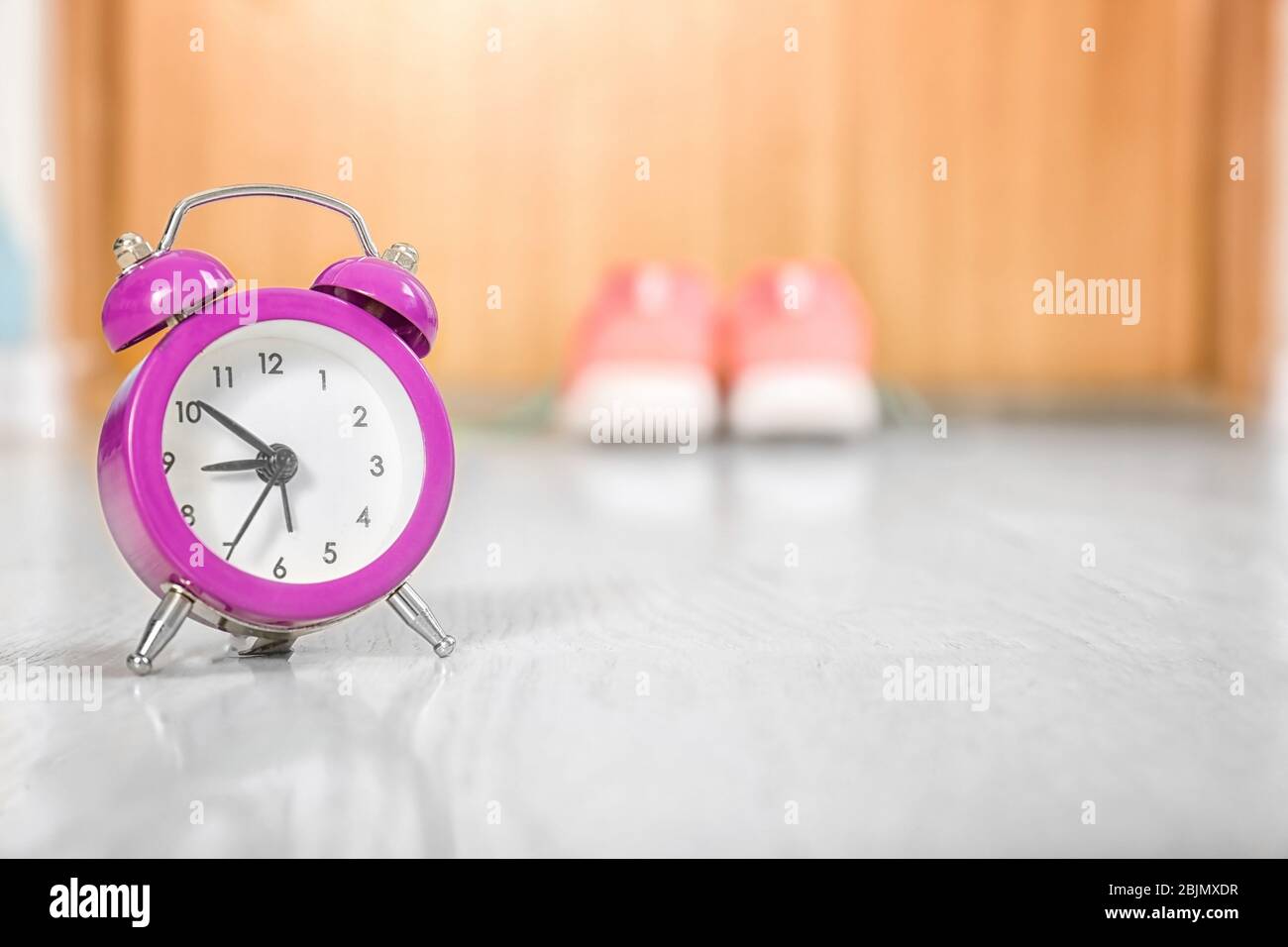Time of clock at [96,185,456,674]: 8:51
